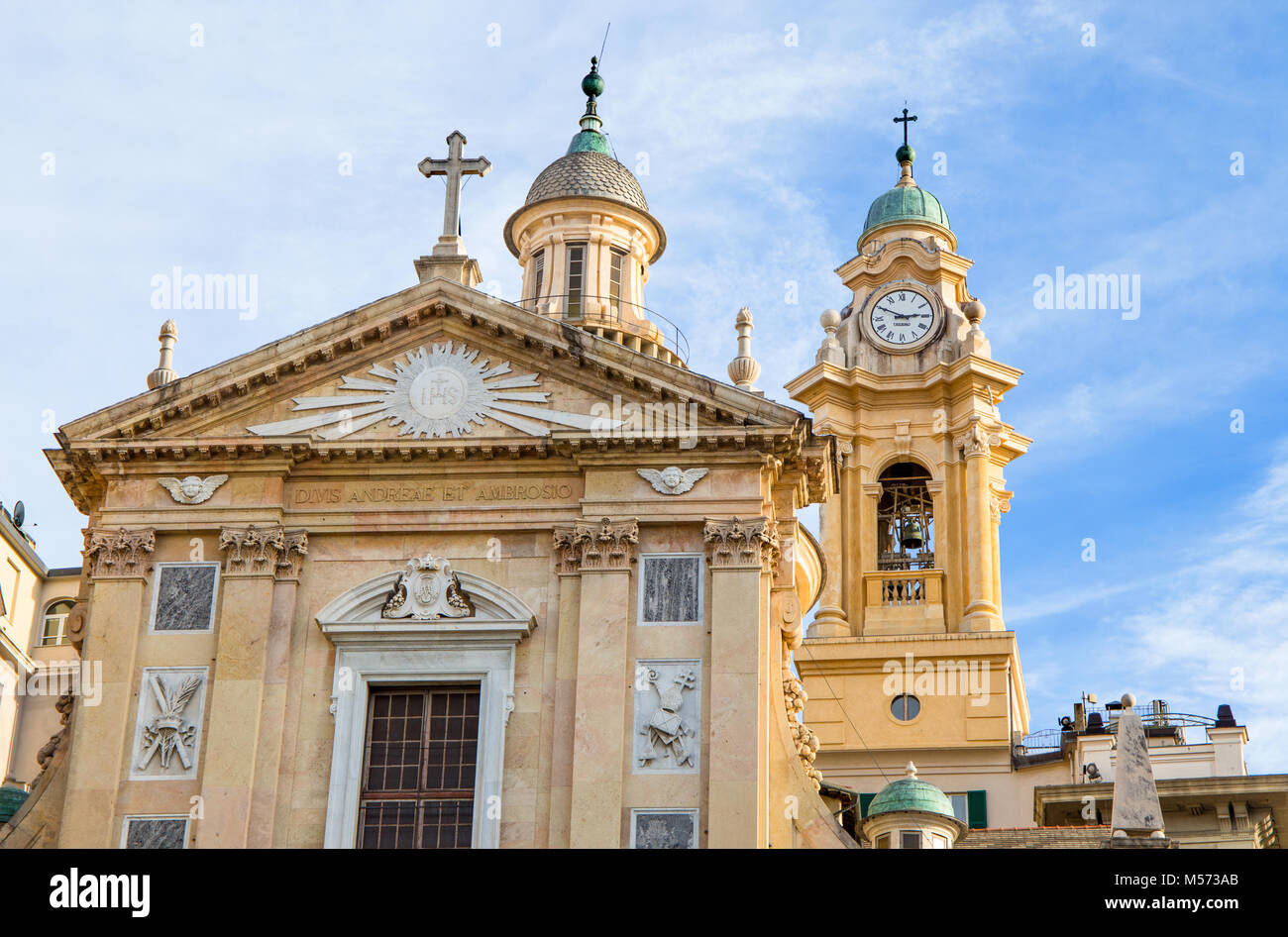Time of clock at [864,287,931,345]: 2:49
